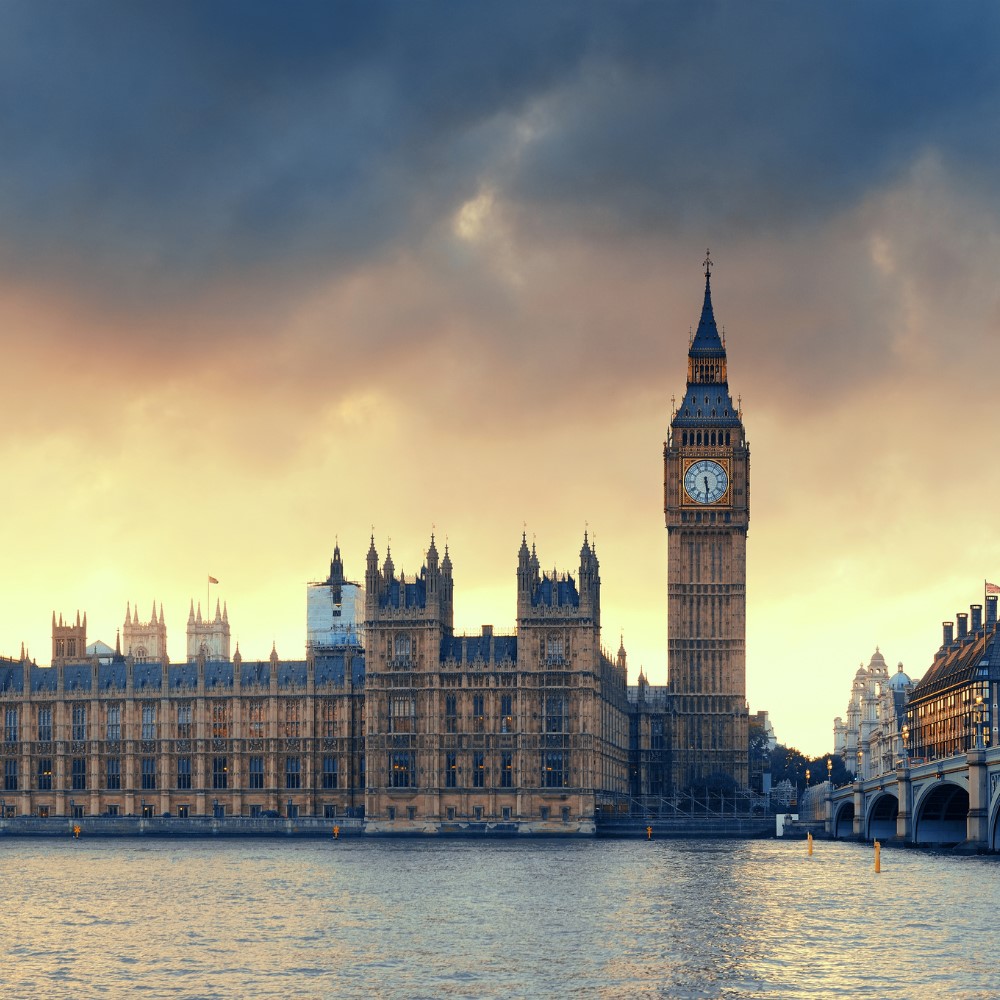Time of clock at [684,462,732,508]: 5:29
